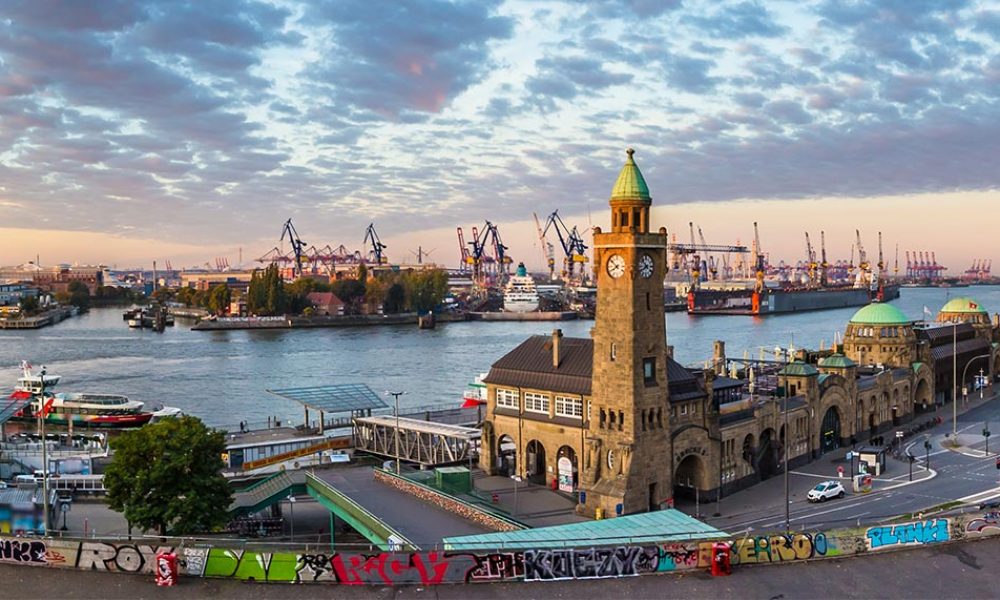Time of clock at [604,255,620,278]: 7:51
